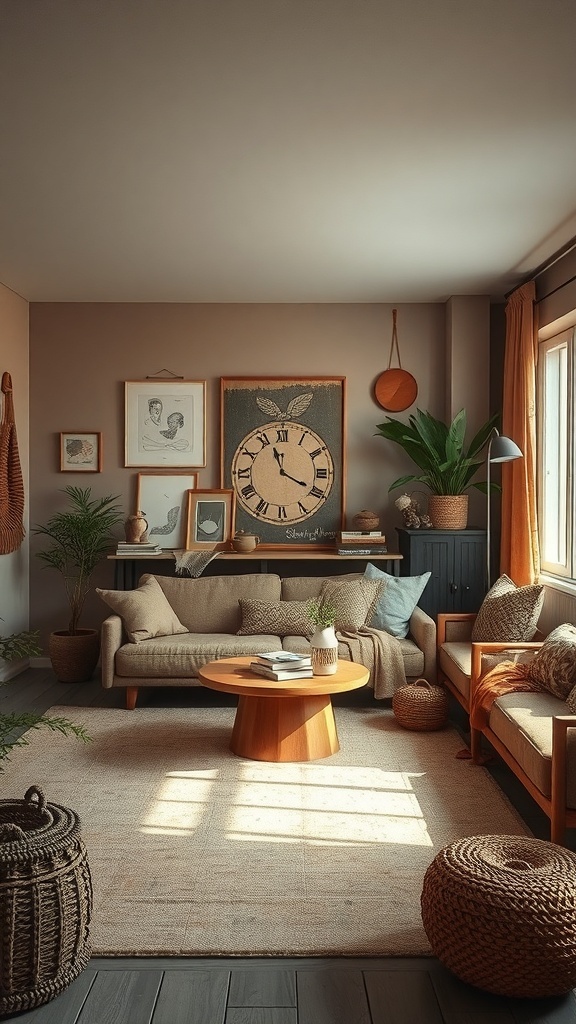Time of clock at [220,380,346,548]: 11:19
